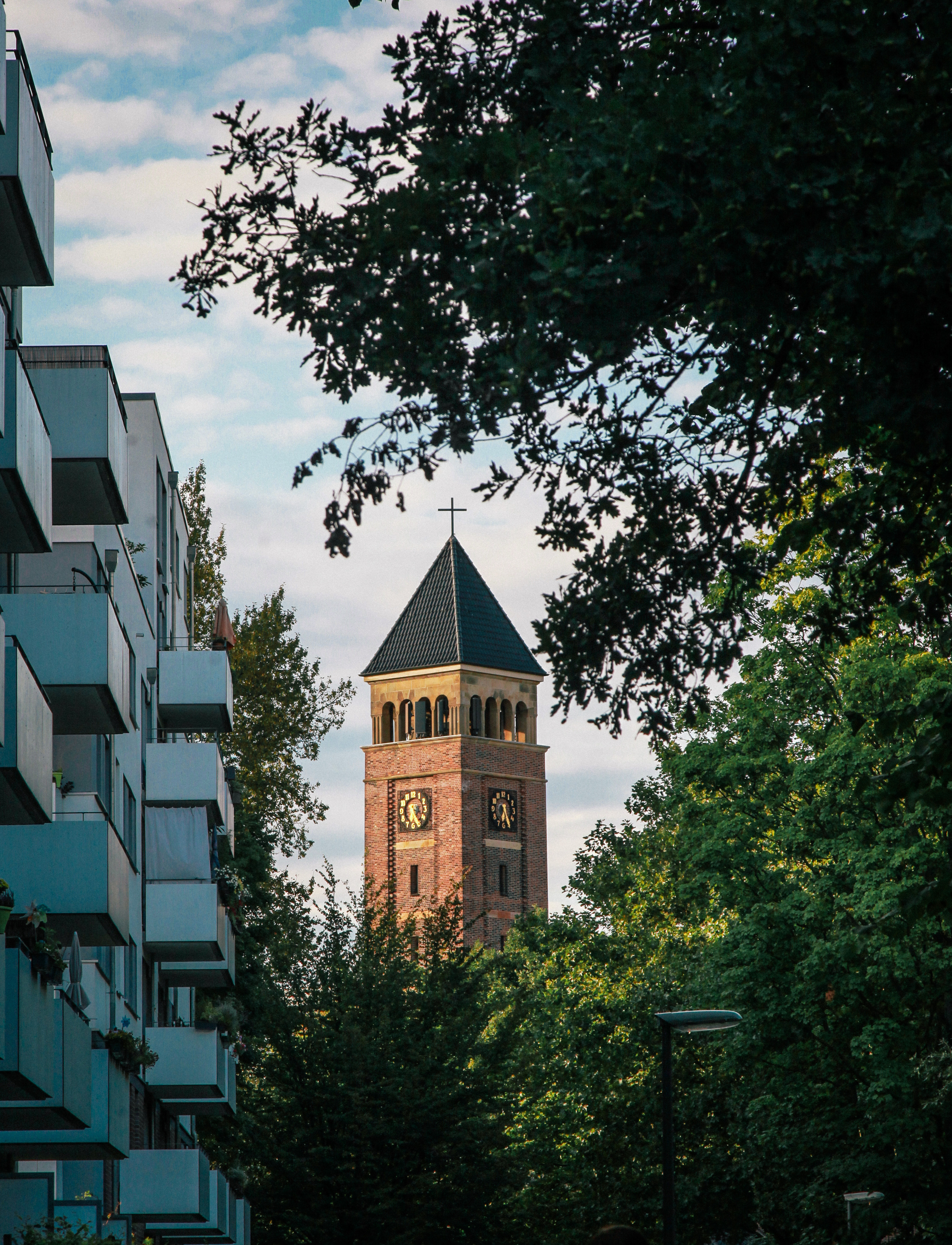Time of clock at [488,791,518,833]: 6:26
